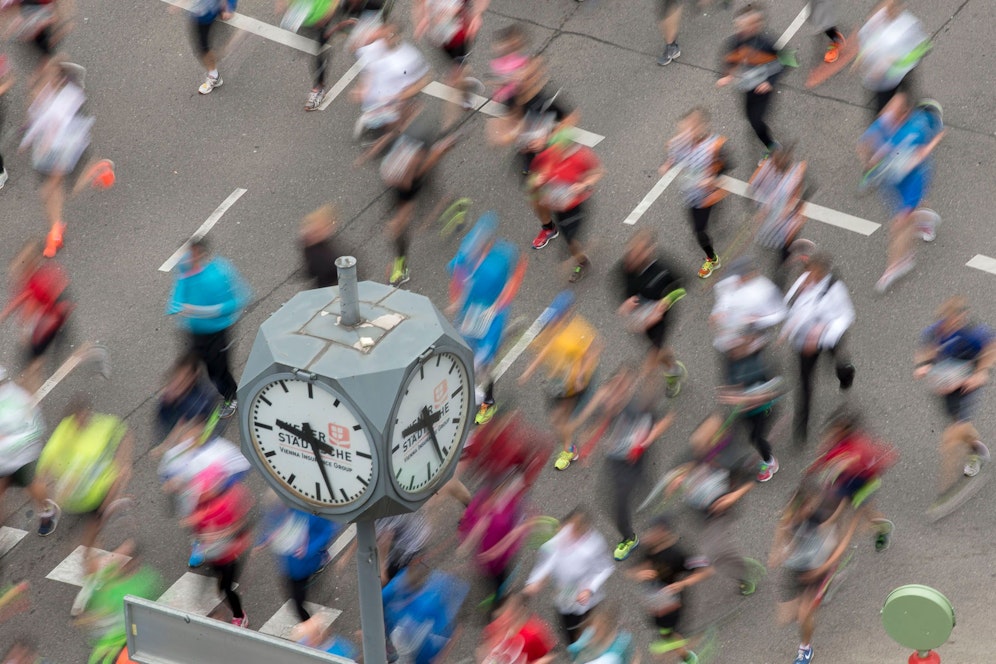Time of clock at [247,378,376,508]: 9:27
